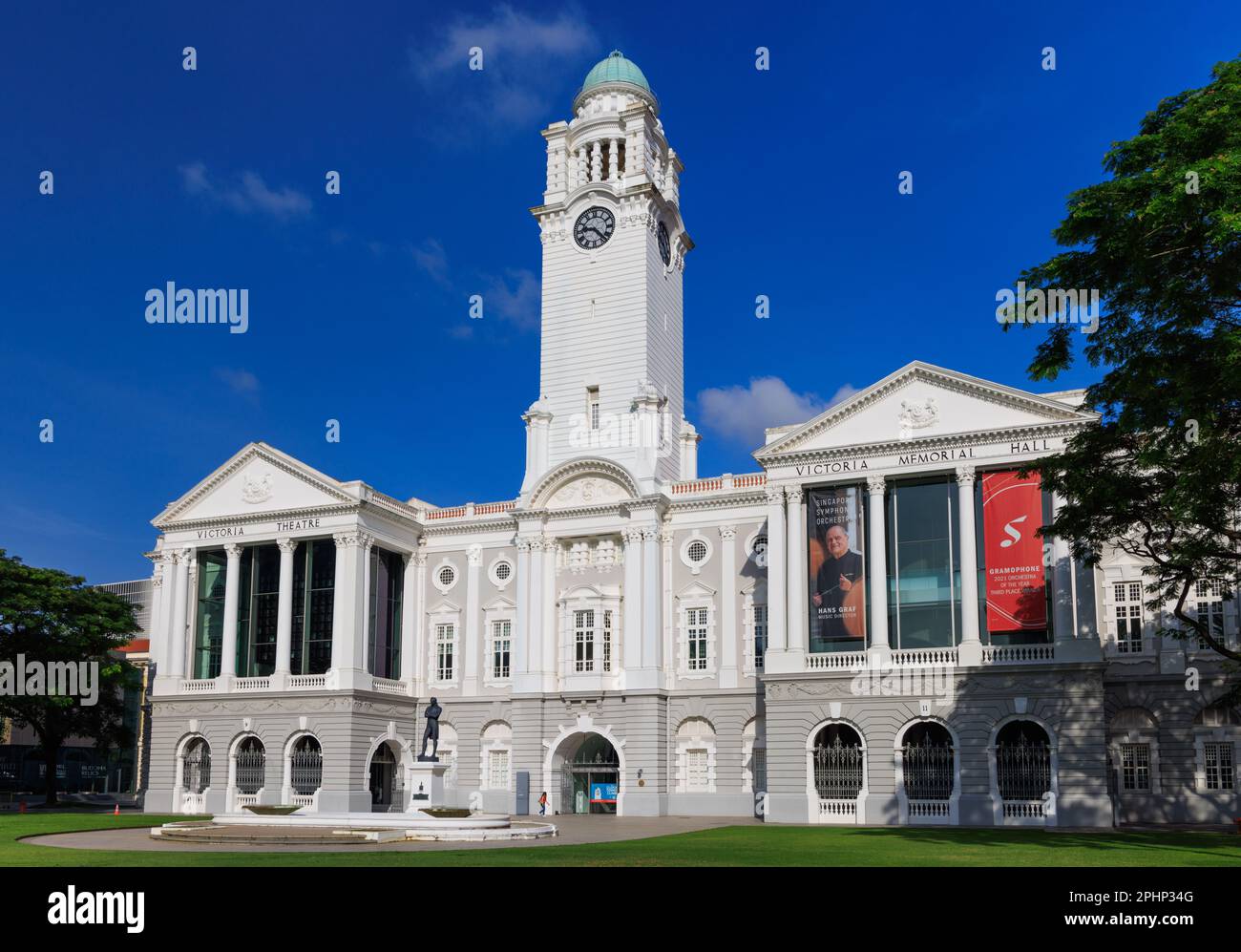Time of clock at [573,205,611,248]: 9:22
